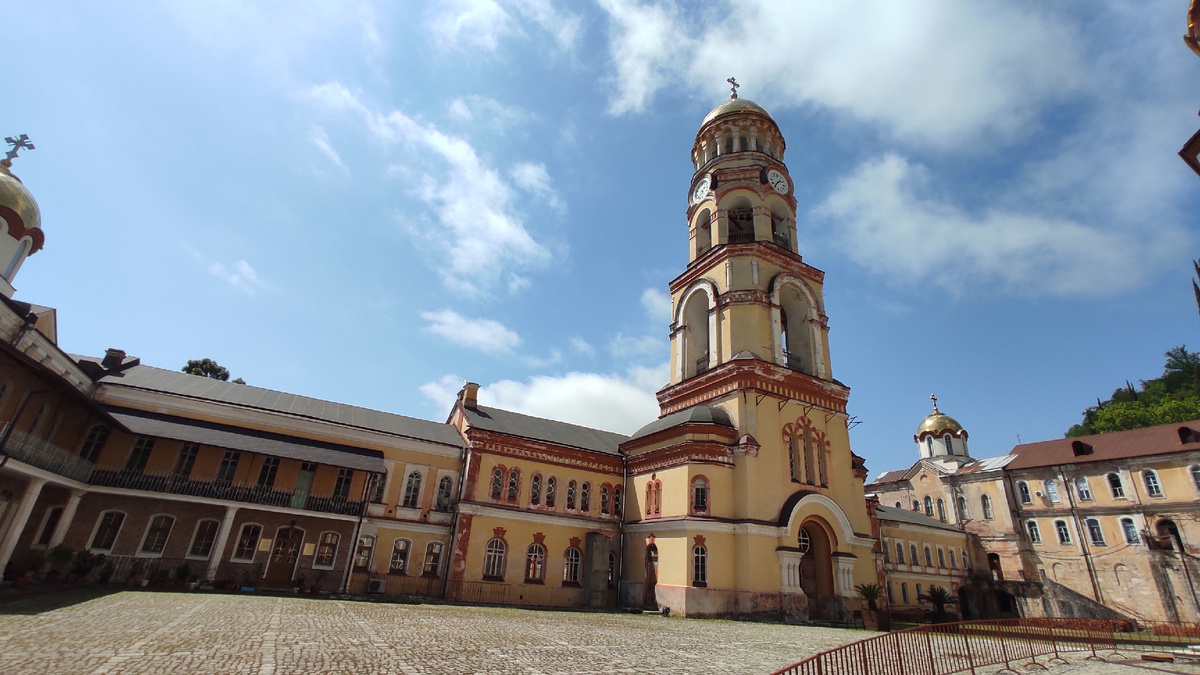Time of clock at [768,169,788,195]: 1:36
